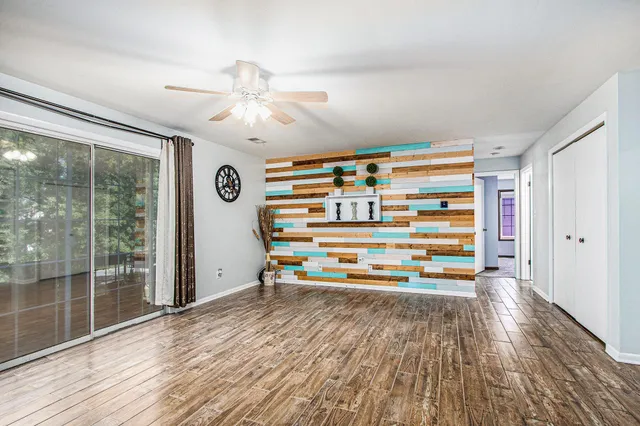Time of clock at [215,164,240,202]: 11:40
